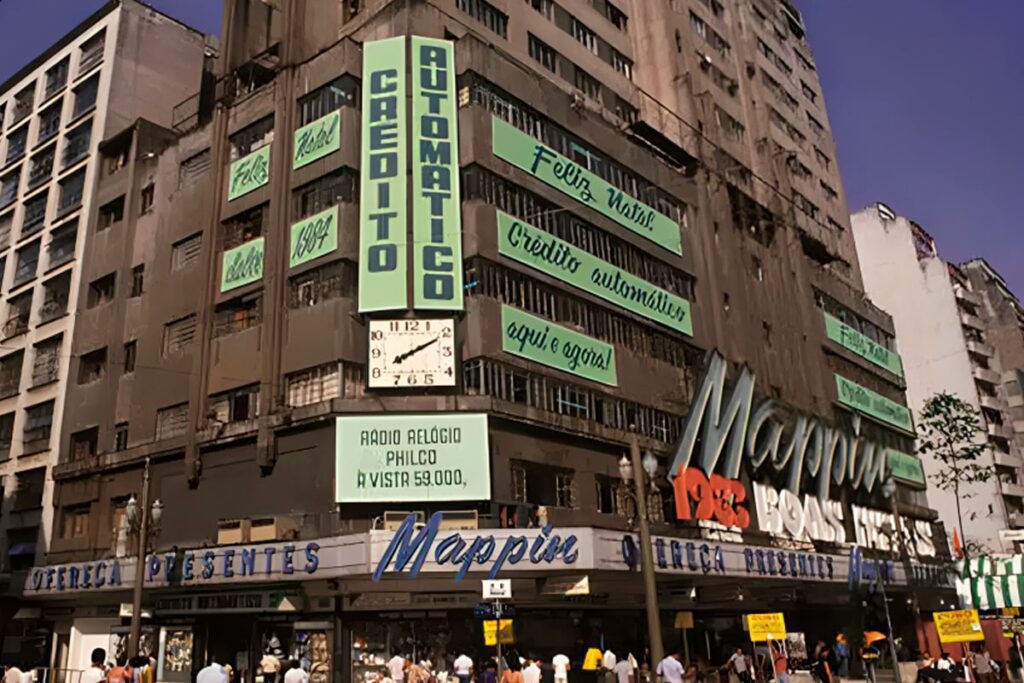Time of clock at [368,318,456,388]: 8:10
